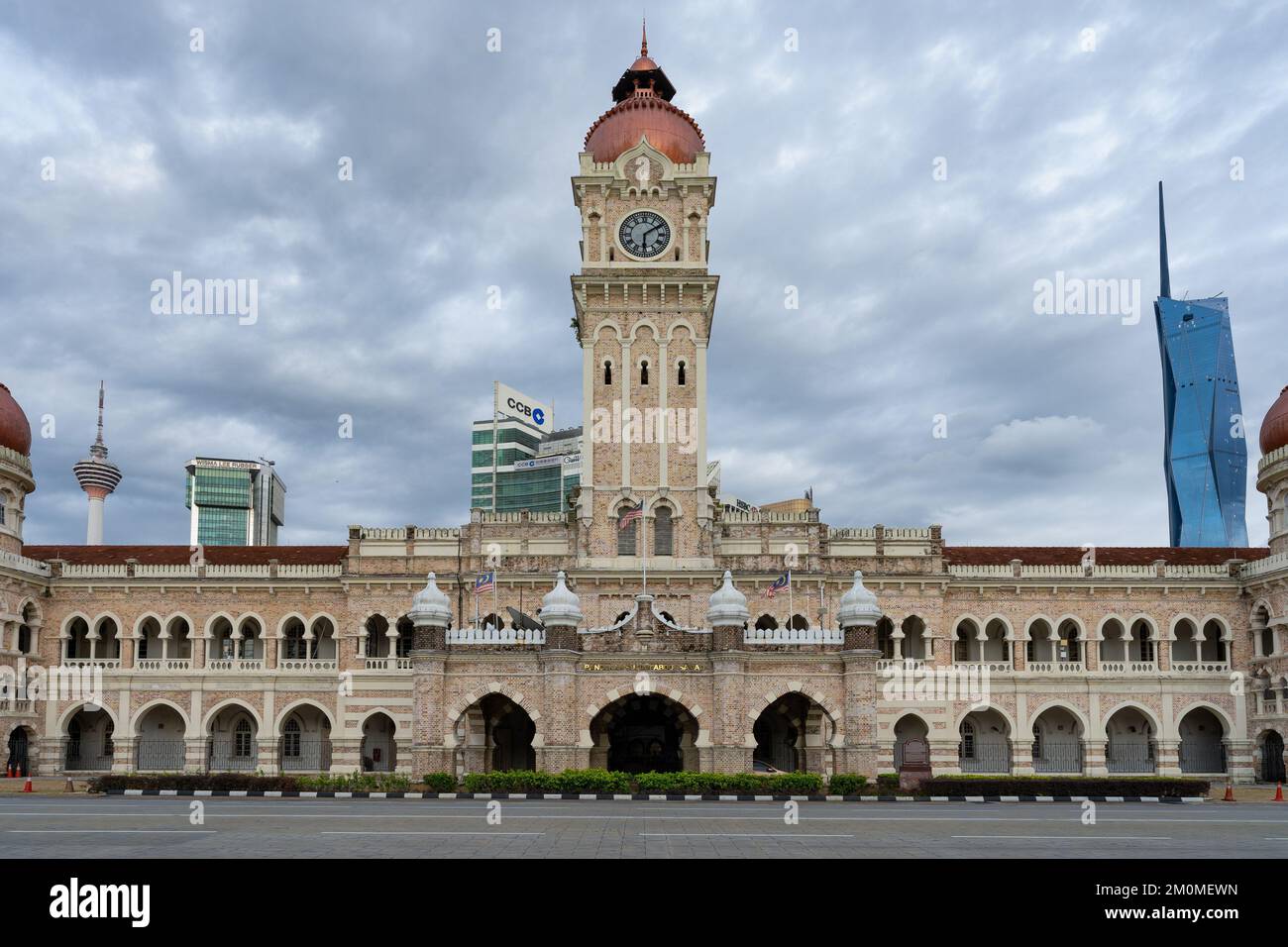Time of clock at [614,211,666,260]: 6:09
